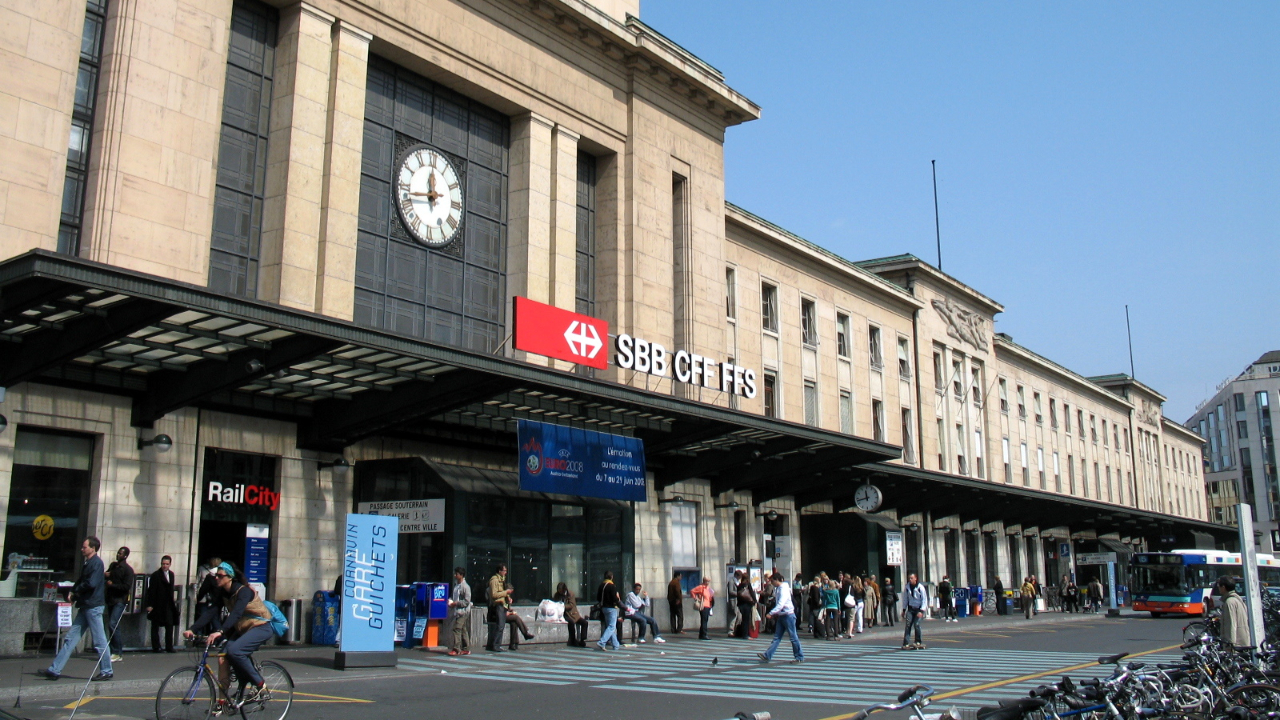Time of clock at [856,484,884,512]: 11:42
